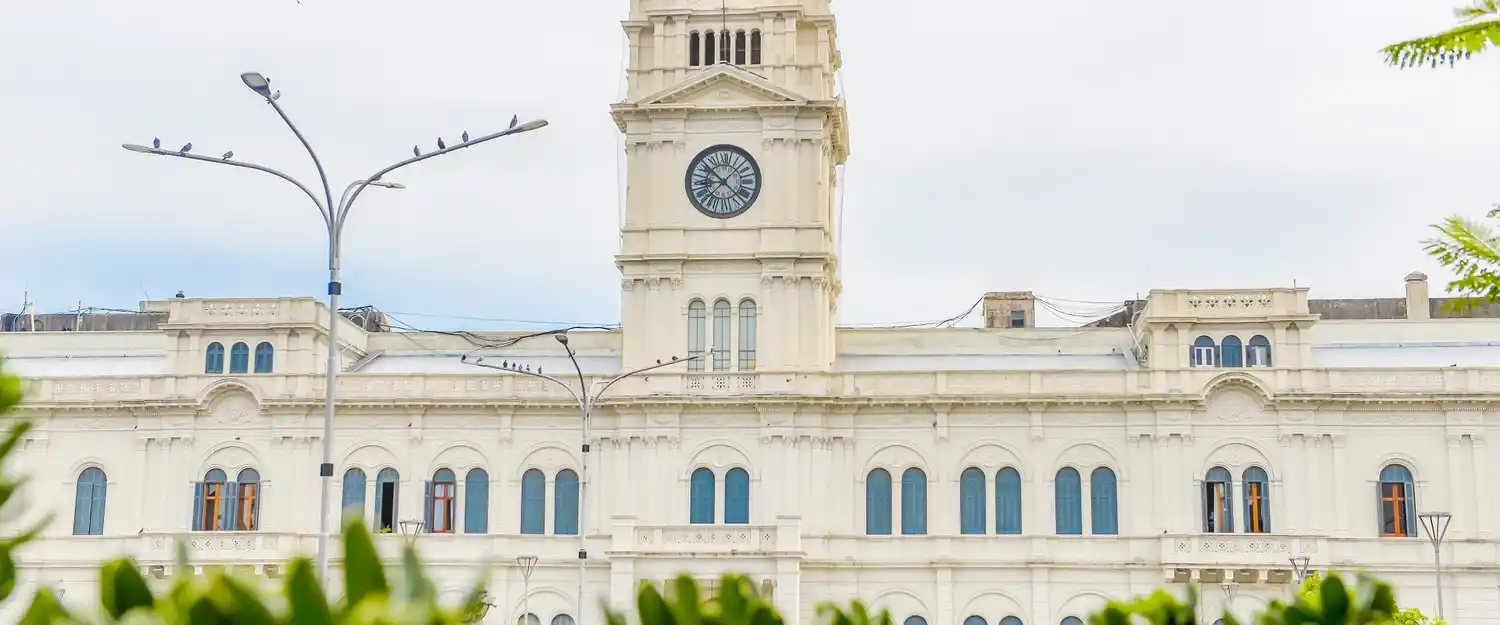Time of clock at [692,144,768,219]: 8:52
